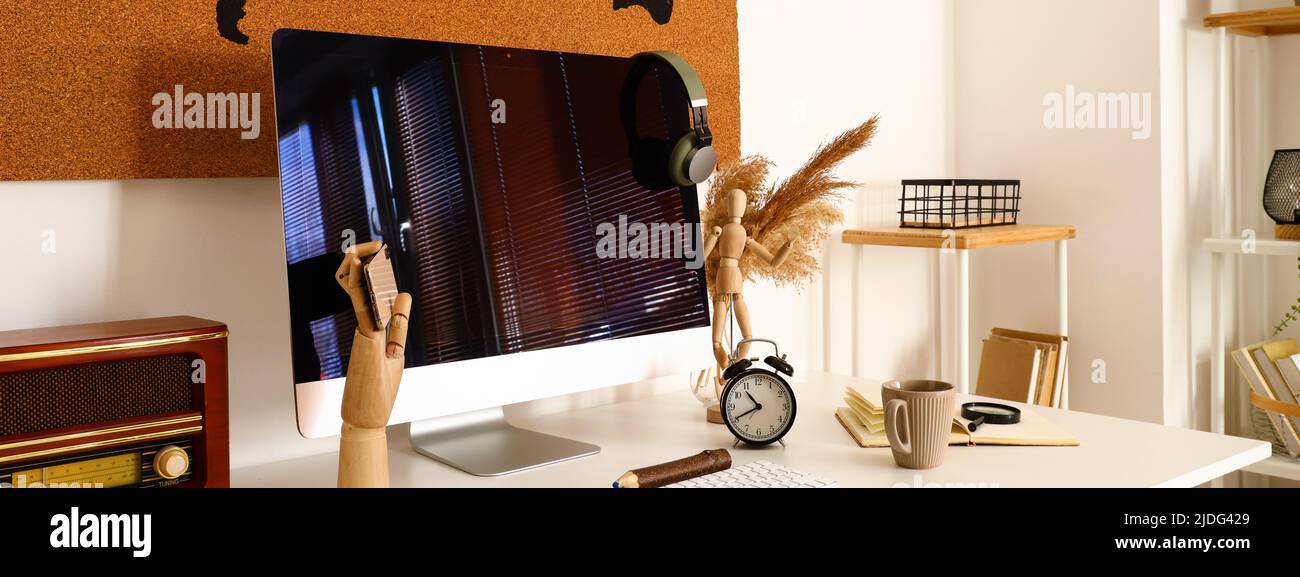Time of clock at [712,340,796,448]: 10:40
